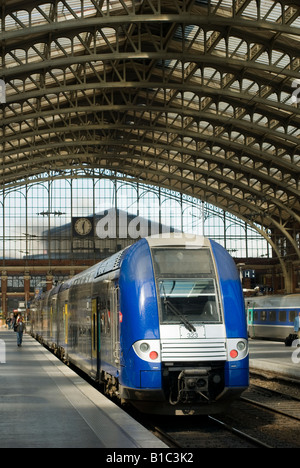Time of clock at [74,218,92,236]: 12:28
